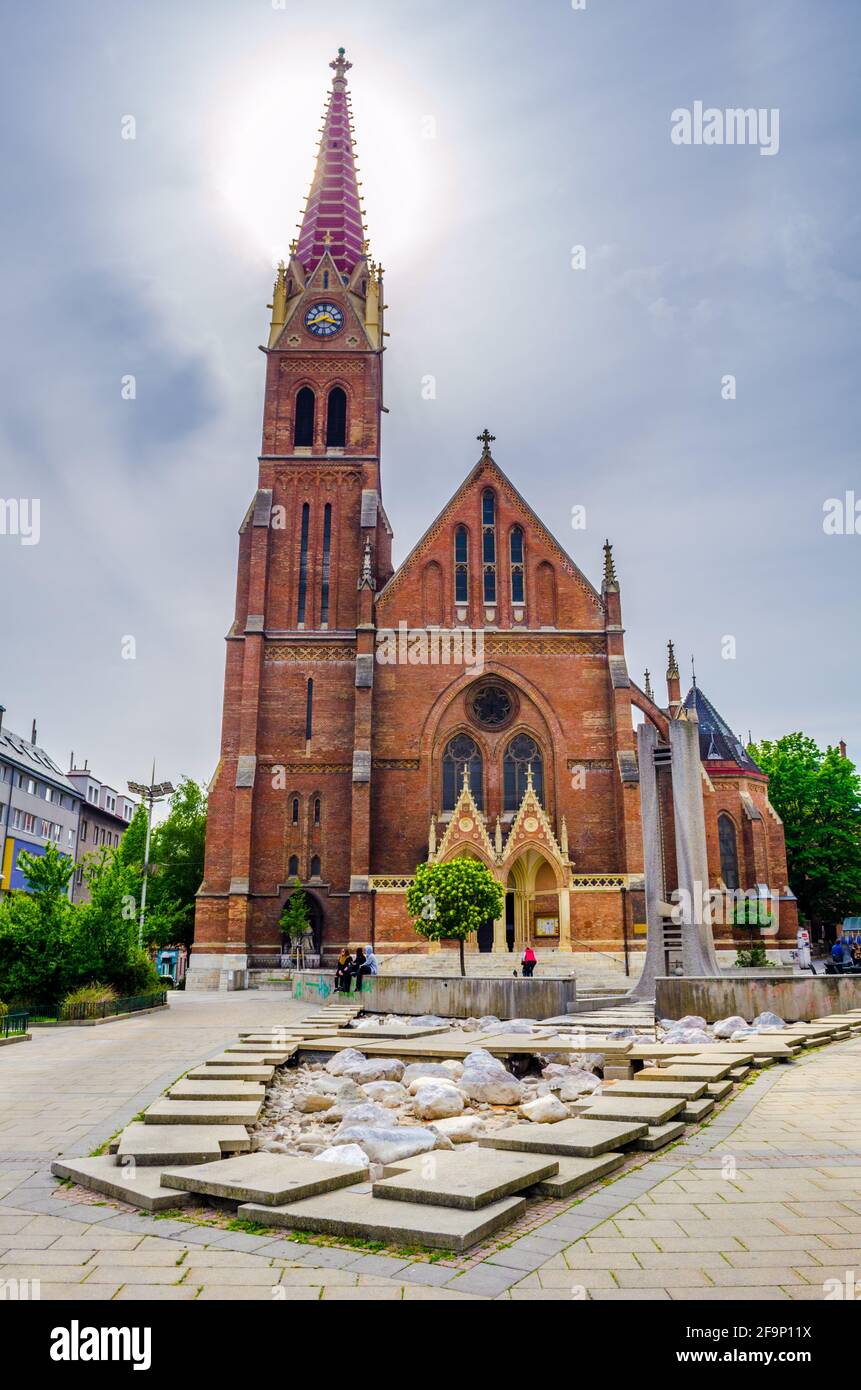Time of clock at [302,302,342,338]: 3:40
